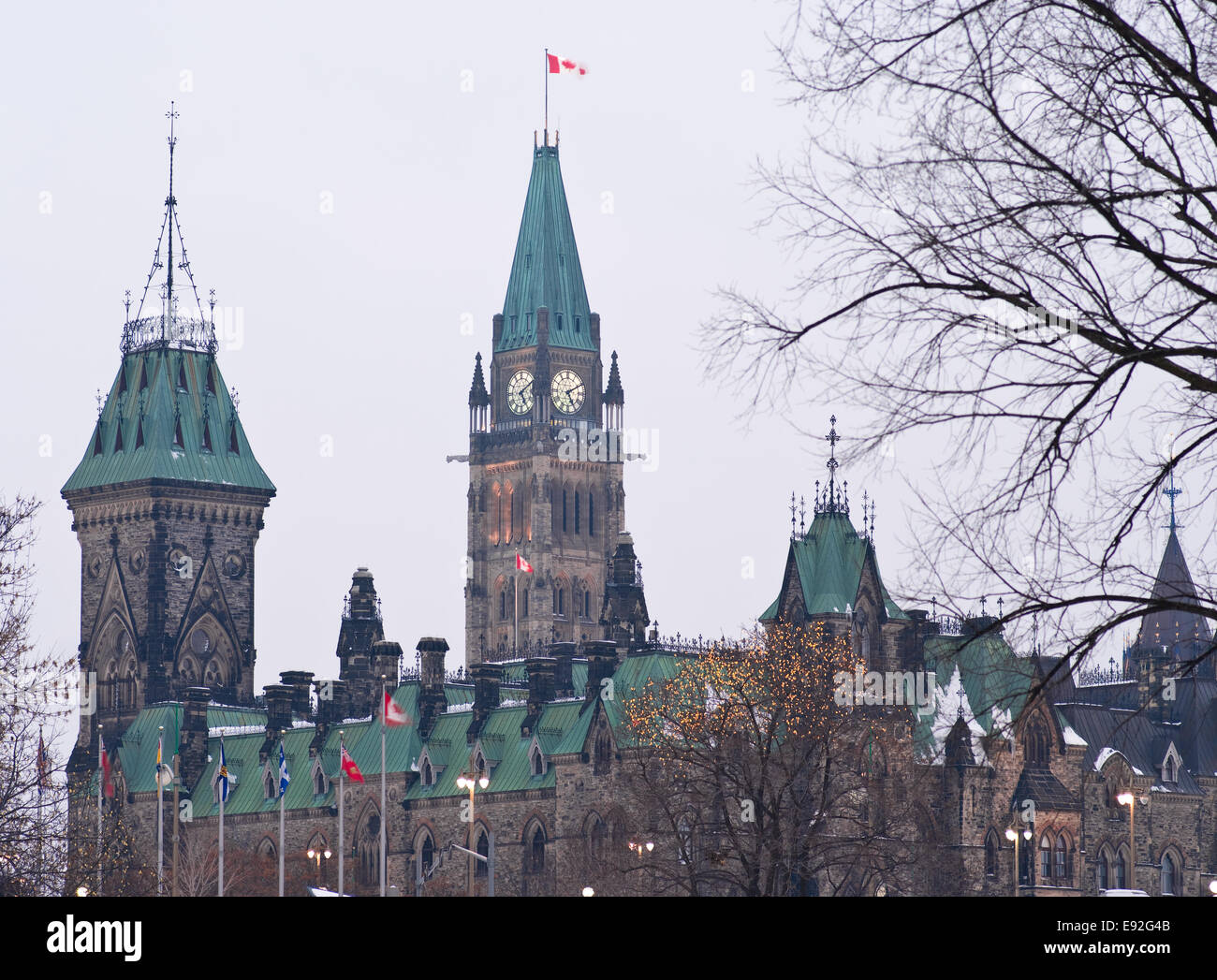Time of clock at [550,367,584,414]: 5:10
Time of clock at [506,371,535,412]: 5:10
